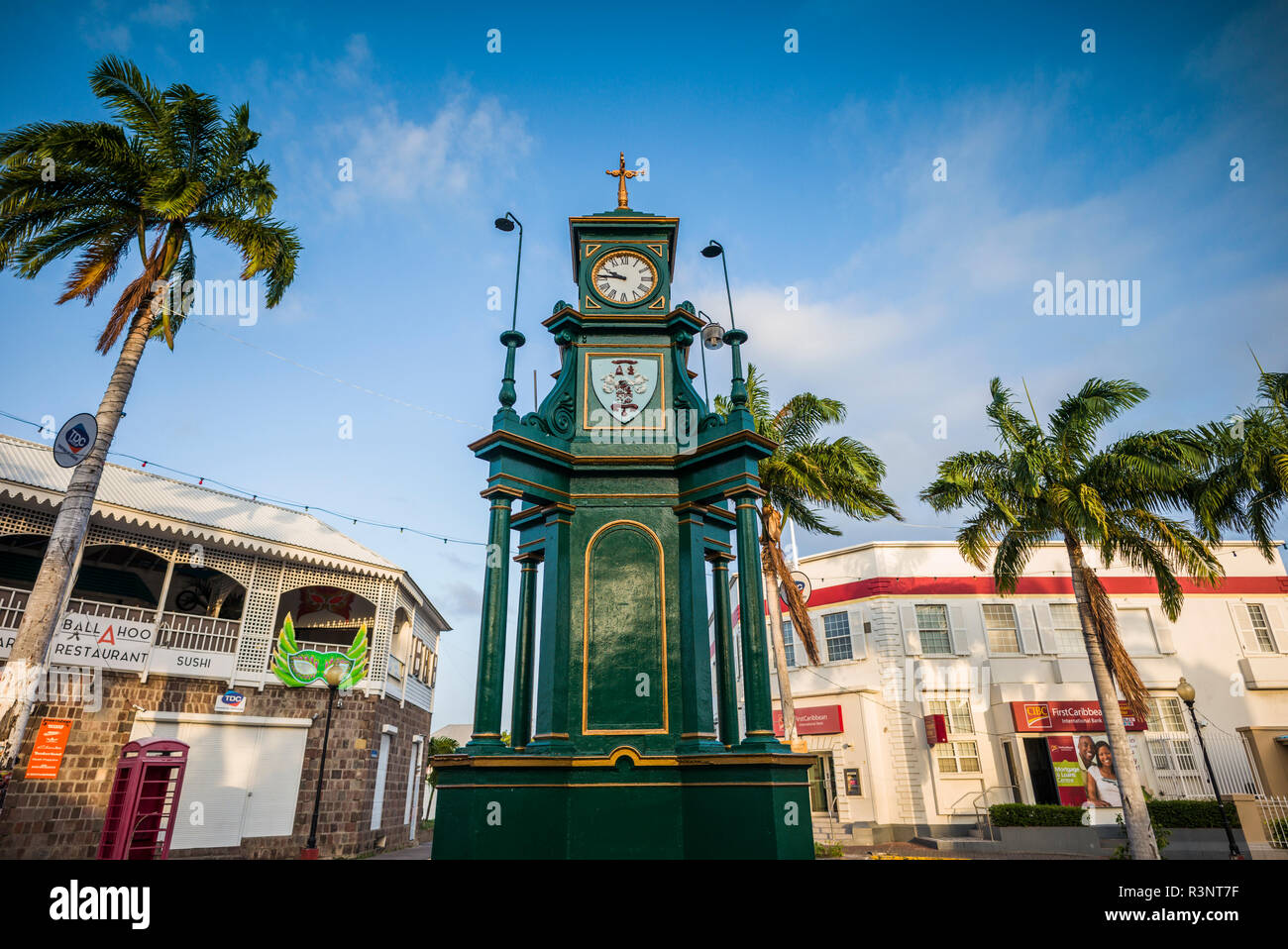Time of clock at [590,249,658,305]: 9:45
